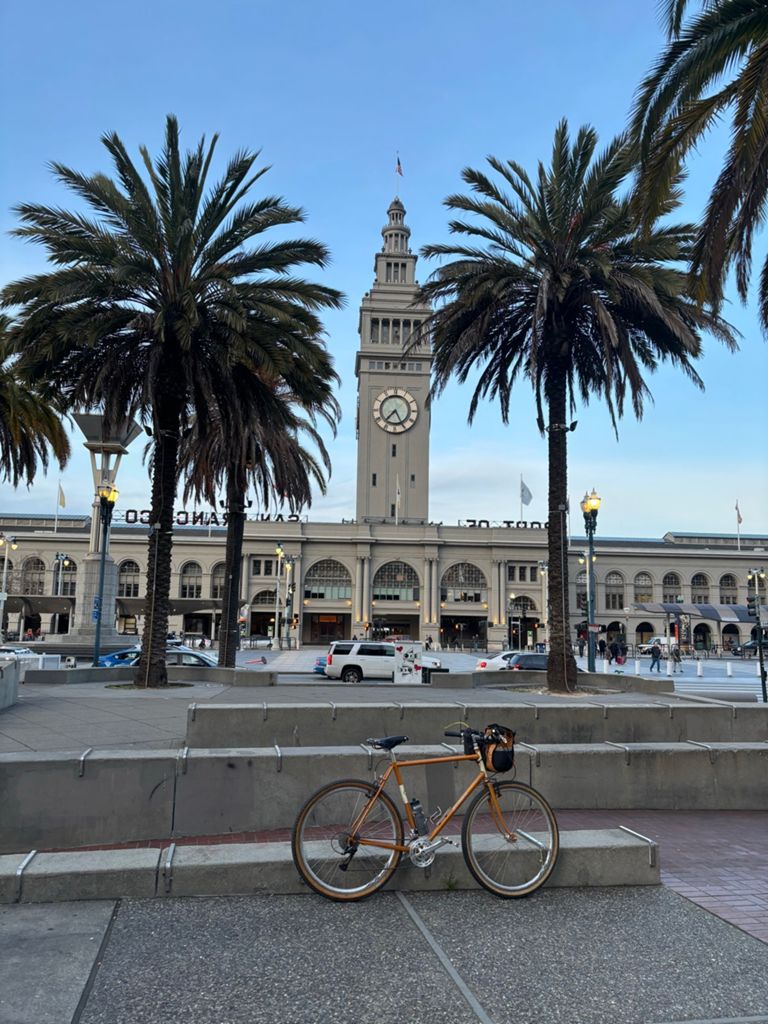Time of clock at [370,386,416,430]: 7:25
